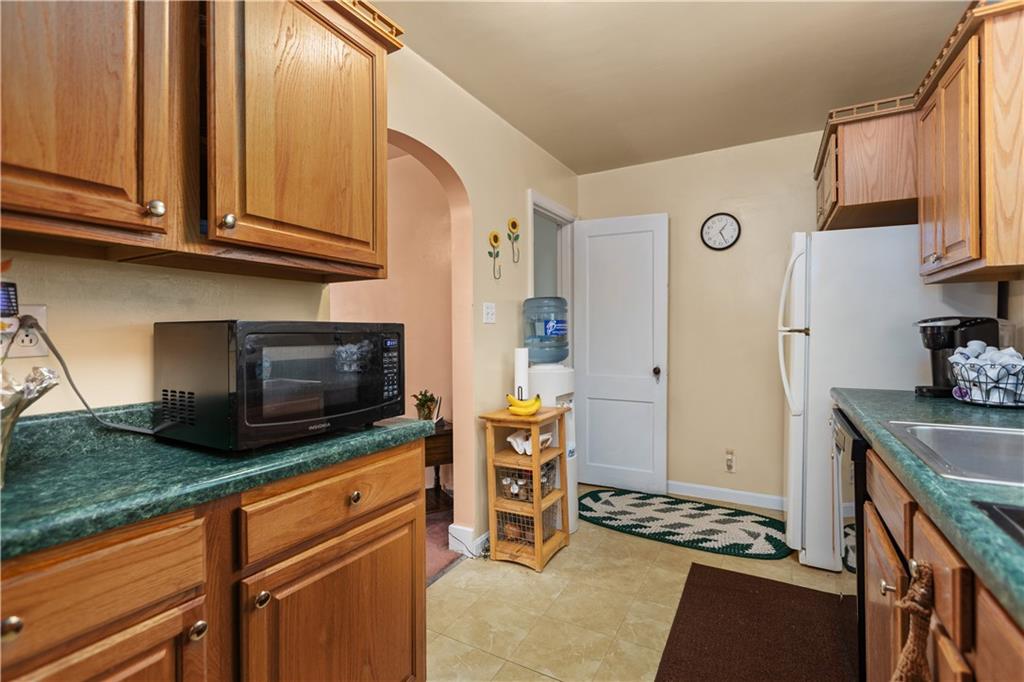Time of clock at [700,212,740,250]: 1:26
